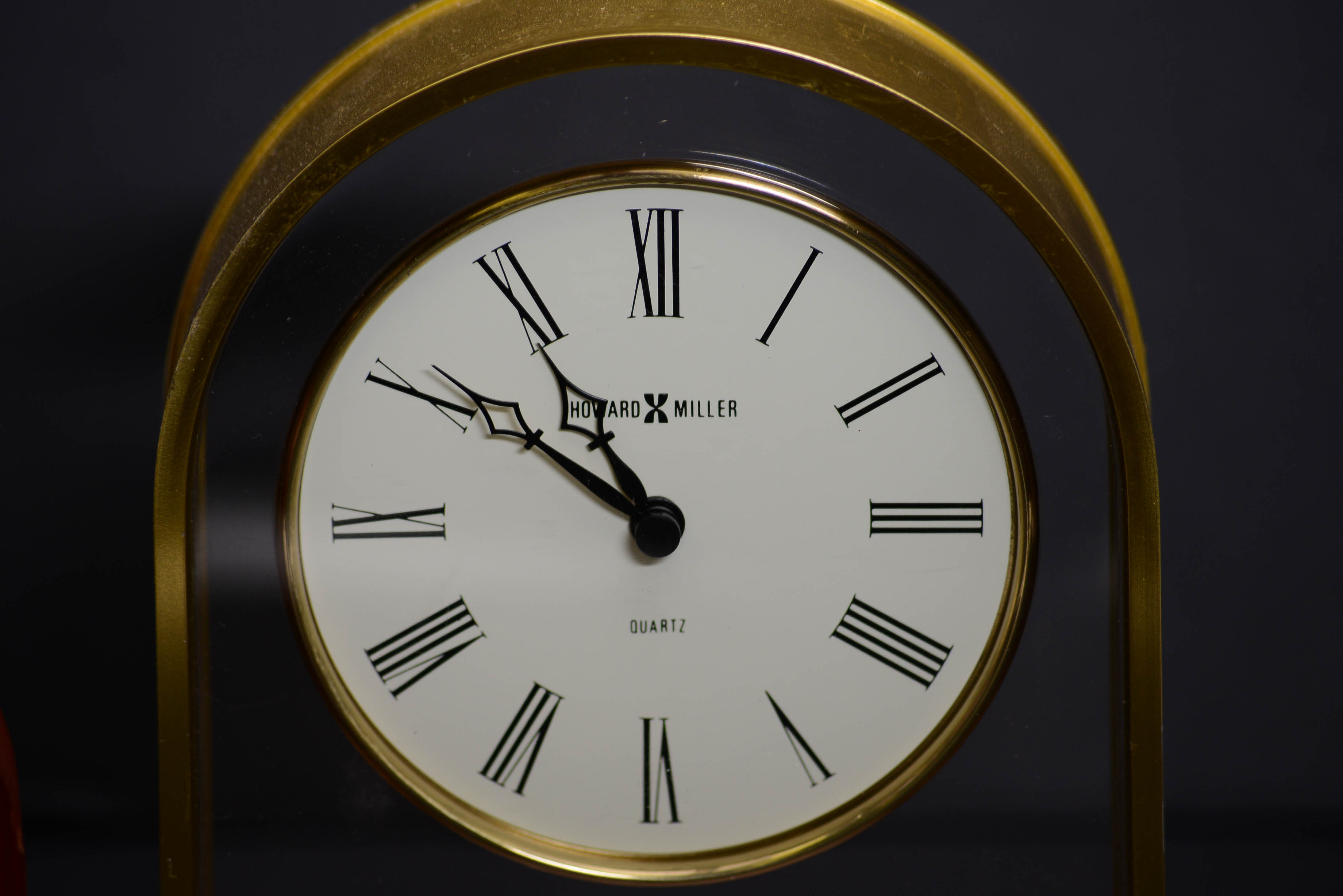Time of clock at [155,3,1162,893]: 10:50
